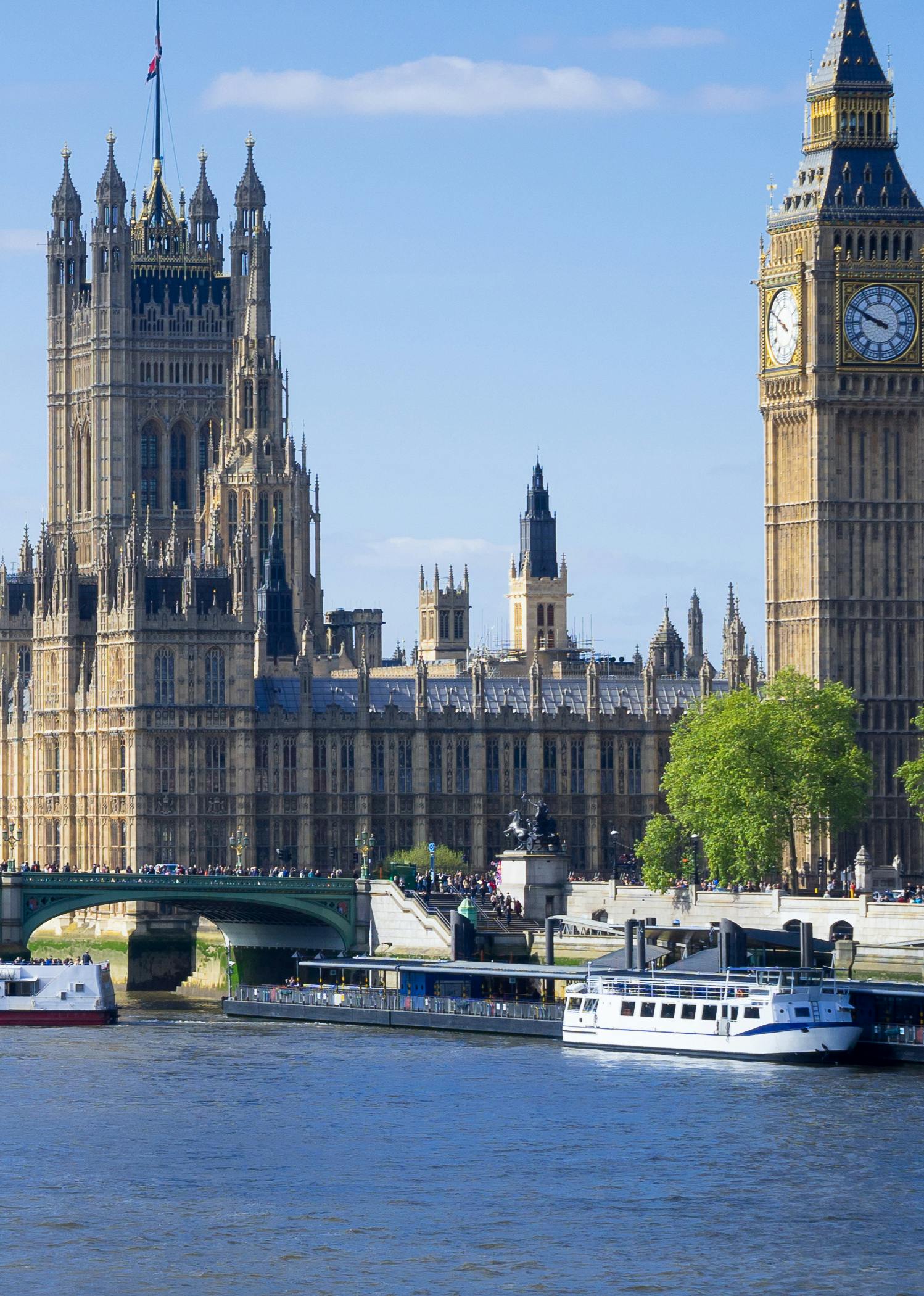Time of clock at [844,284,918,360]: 9:49
